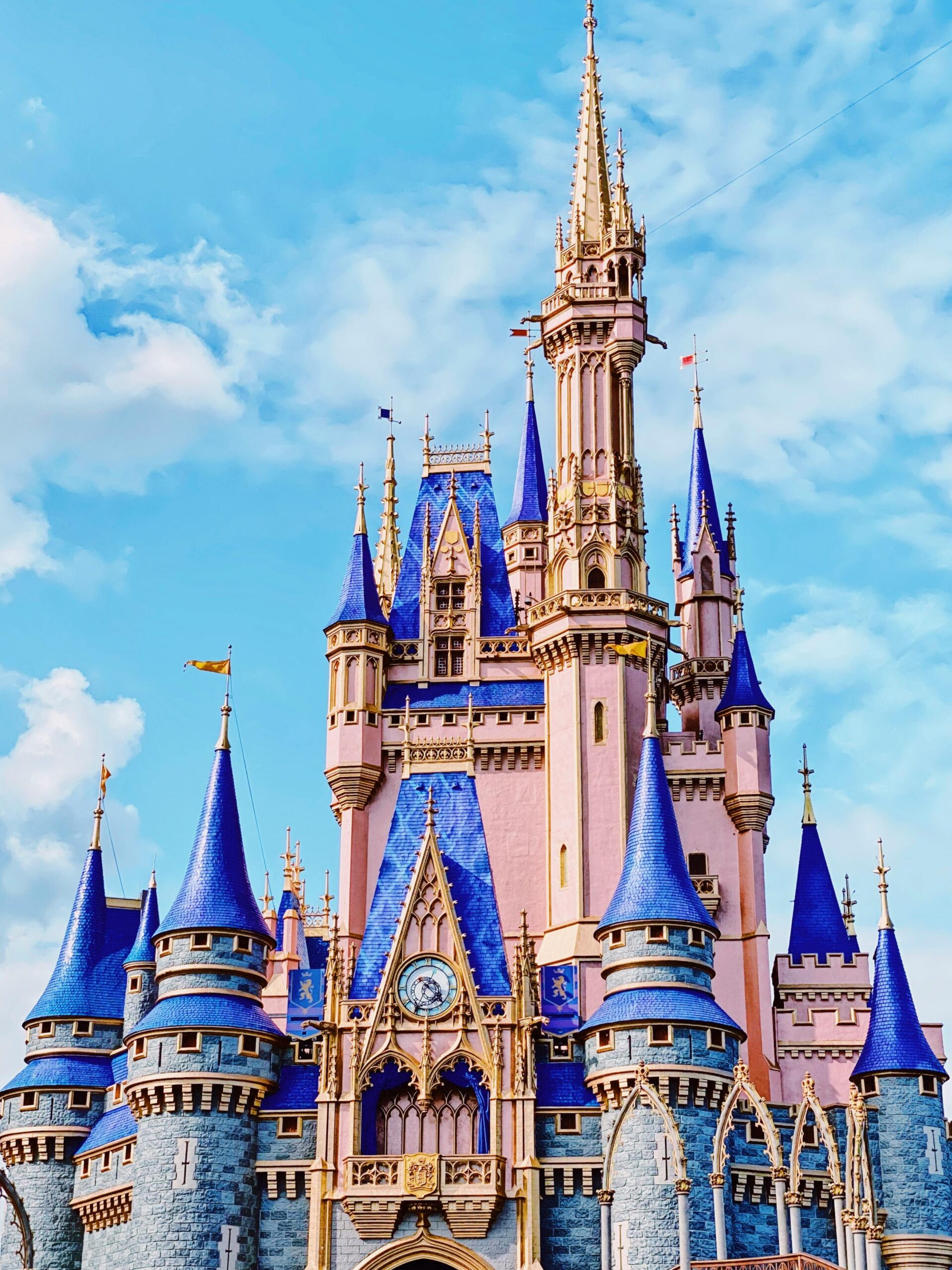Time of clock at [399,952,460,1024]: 4:34
